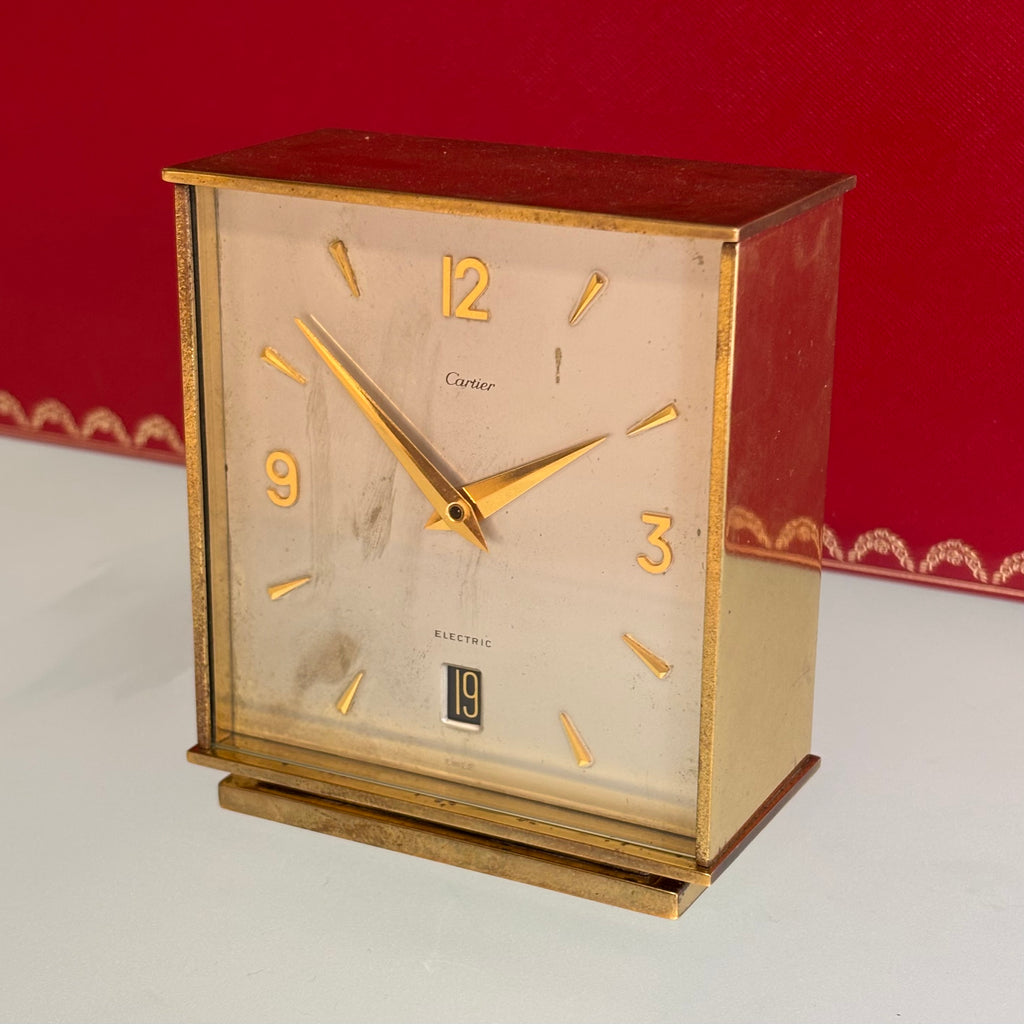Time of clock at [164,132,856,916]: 1:51
